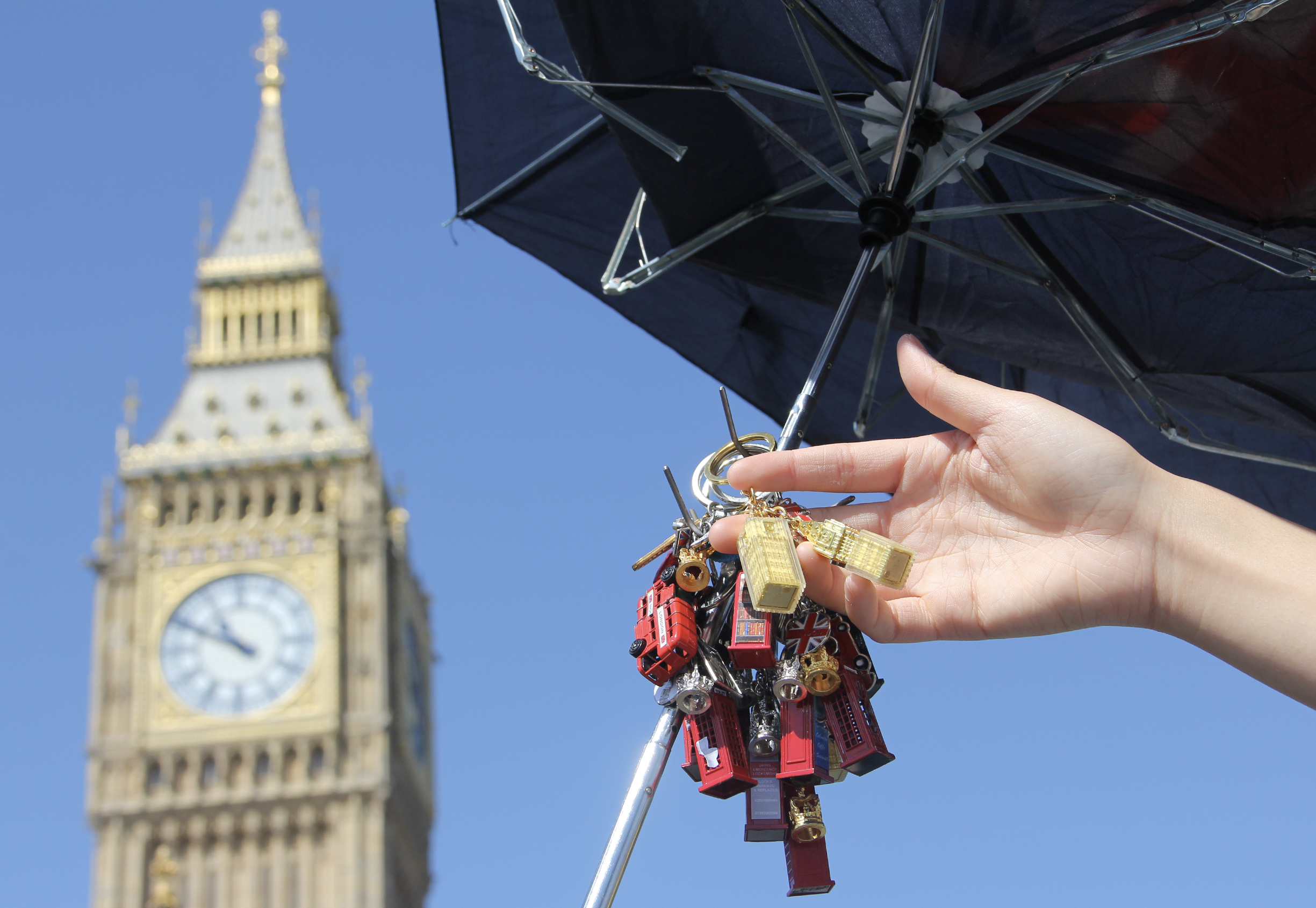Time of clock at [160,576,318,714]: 10:49
